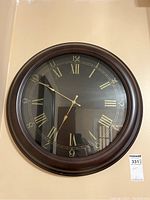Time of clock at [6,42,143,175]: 6:50
